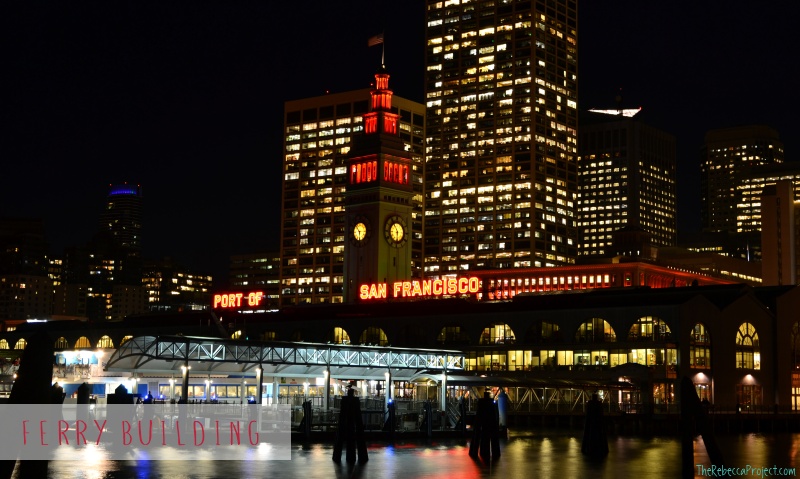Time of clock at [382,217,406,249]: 5:55
